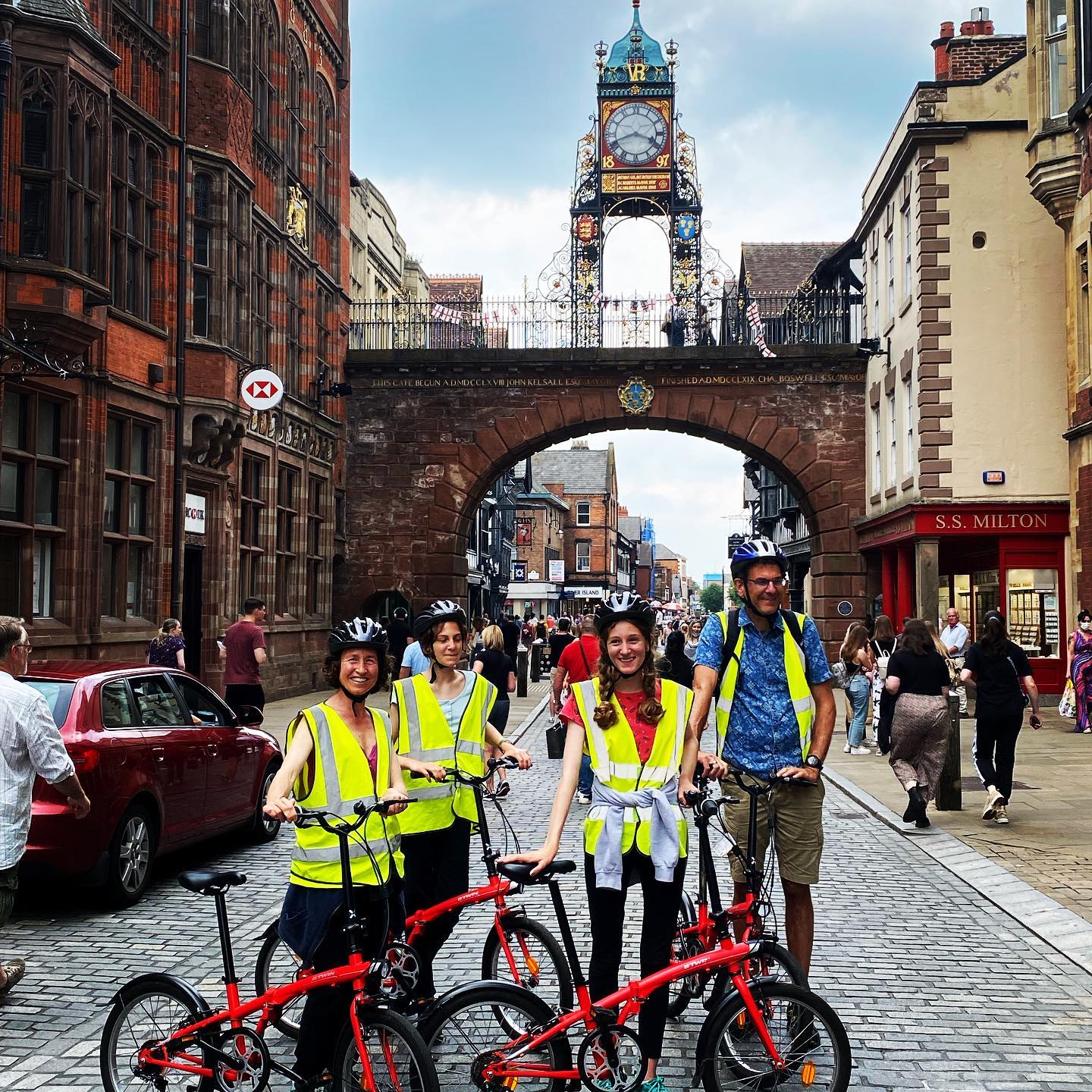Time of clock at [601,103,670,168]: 3:41
